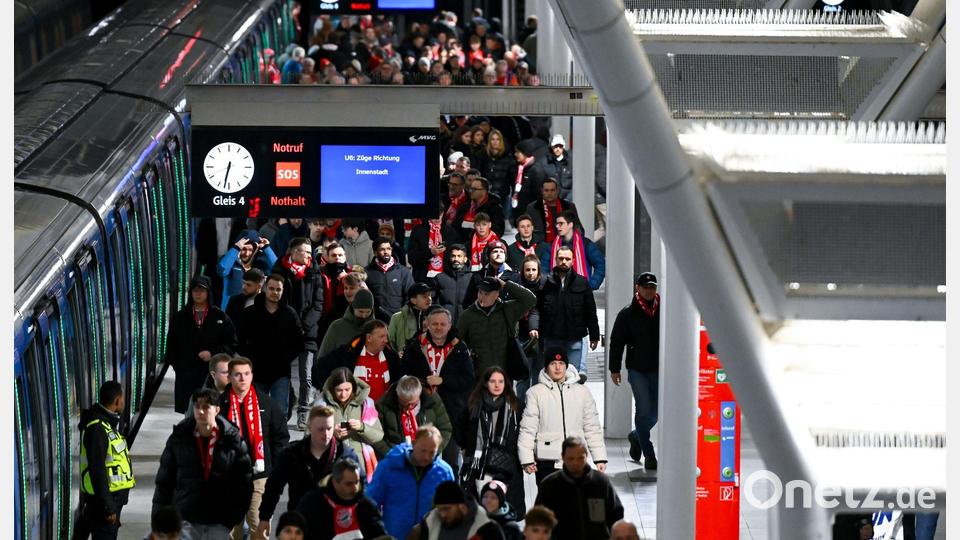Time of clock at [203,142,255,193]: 6:32
